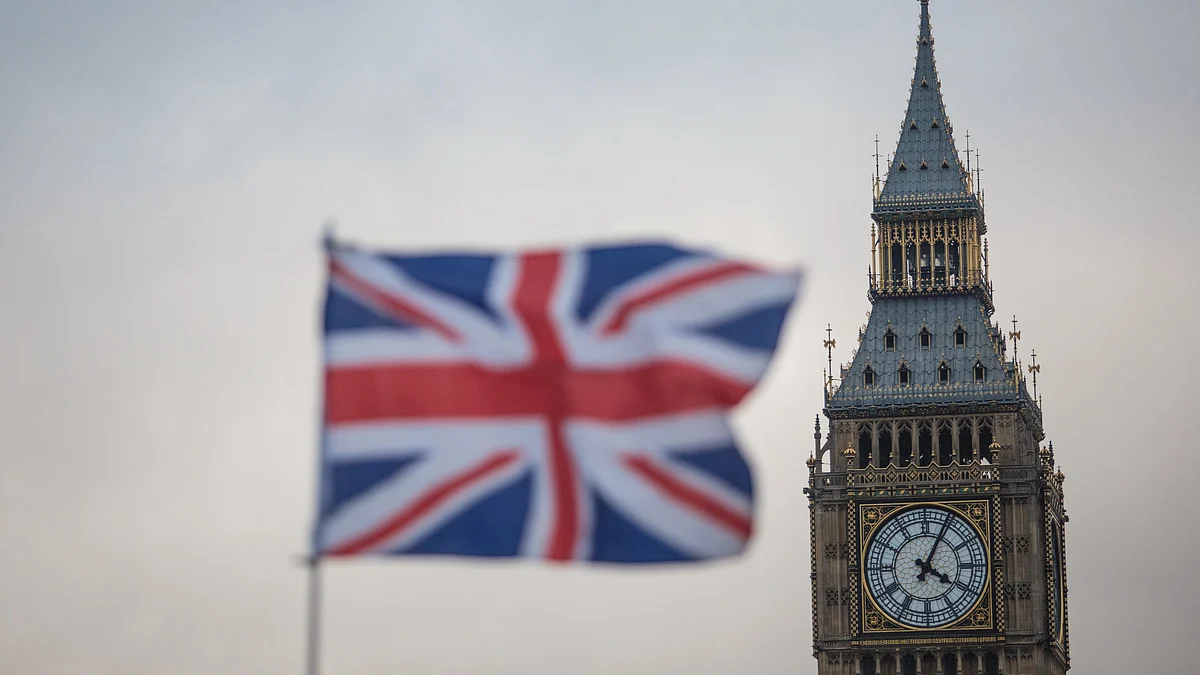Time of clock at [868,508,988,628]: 4:04
